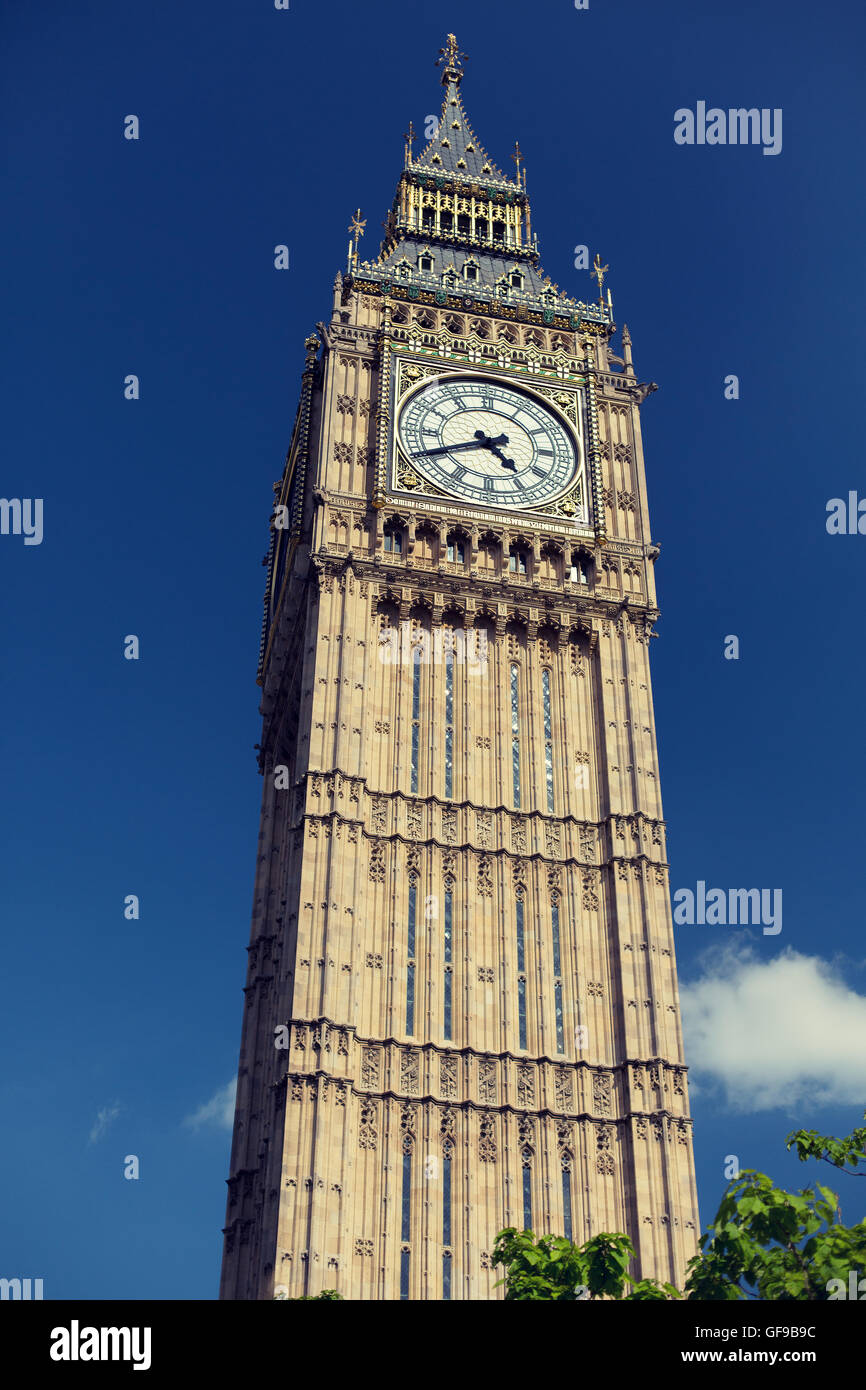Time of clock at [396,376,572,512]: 4:40
